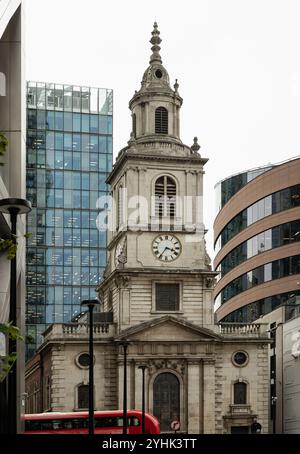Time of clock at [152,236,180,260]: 3:35
